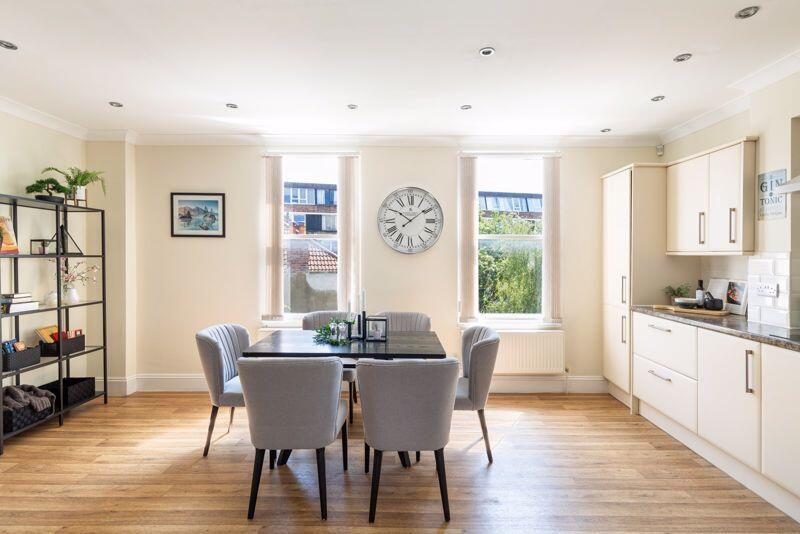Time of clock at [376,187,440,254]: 10:08
